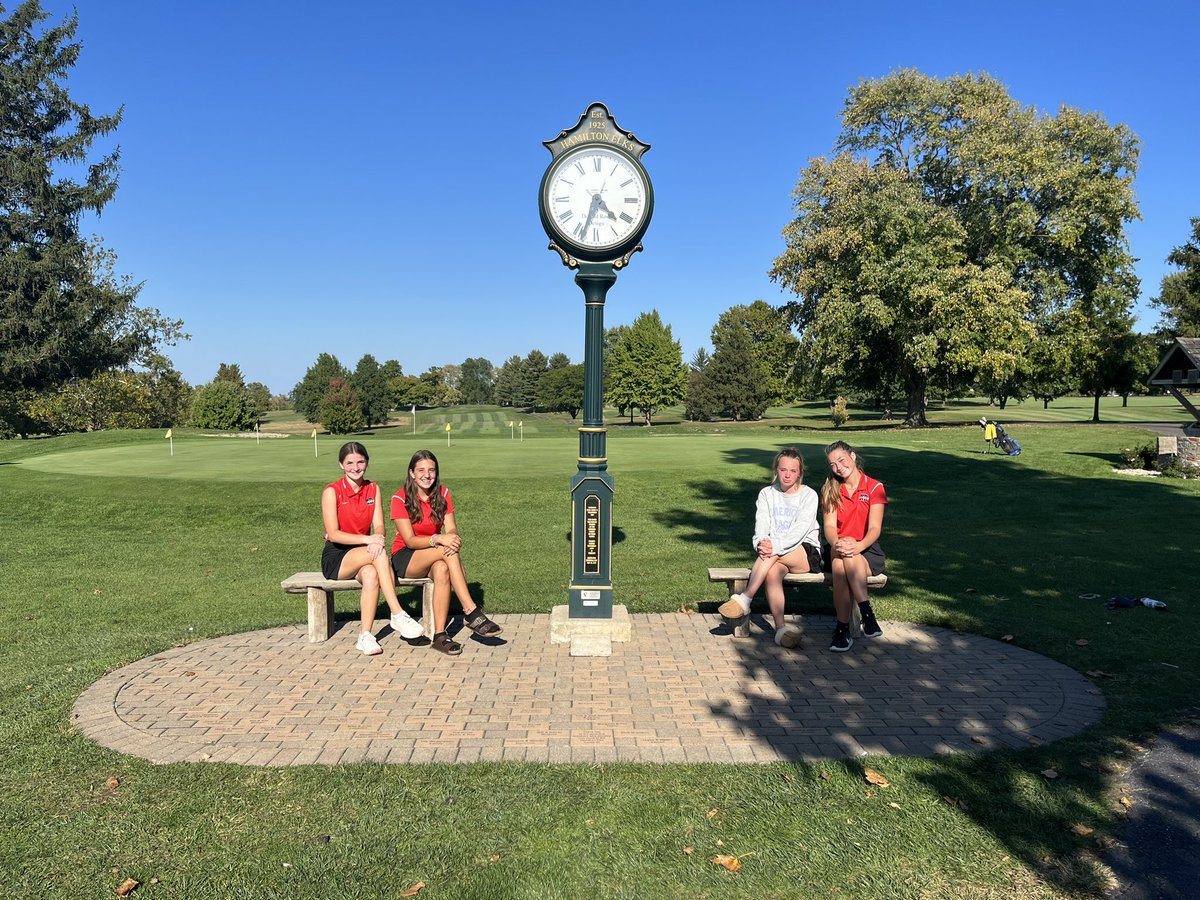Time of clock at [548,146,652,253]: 4:33
